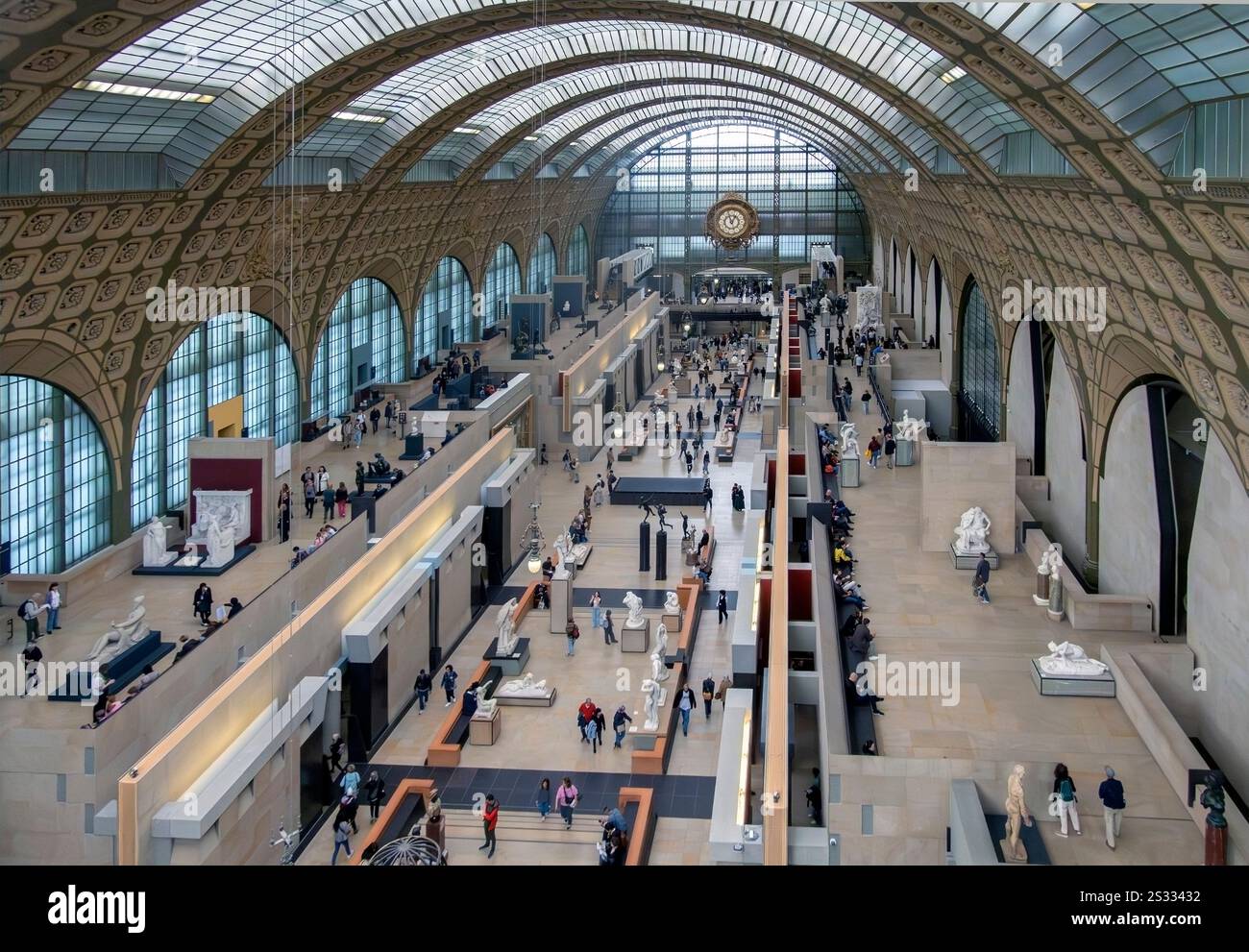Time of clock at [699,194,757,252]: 12:57
